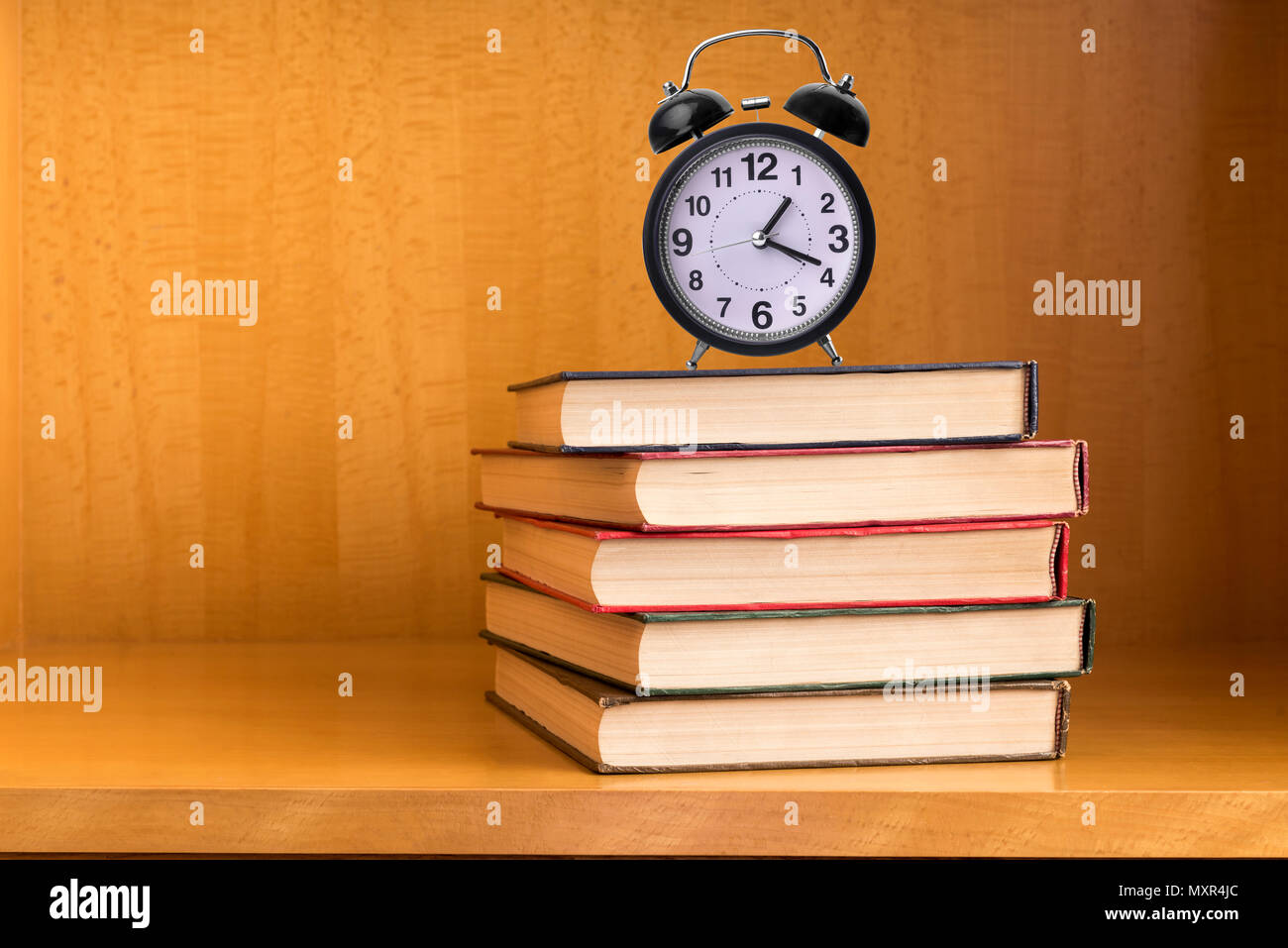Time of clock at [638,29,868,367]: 1:18
